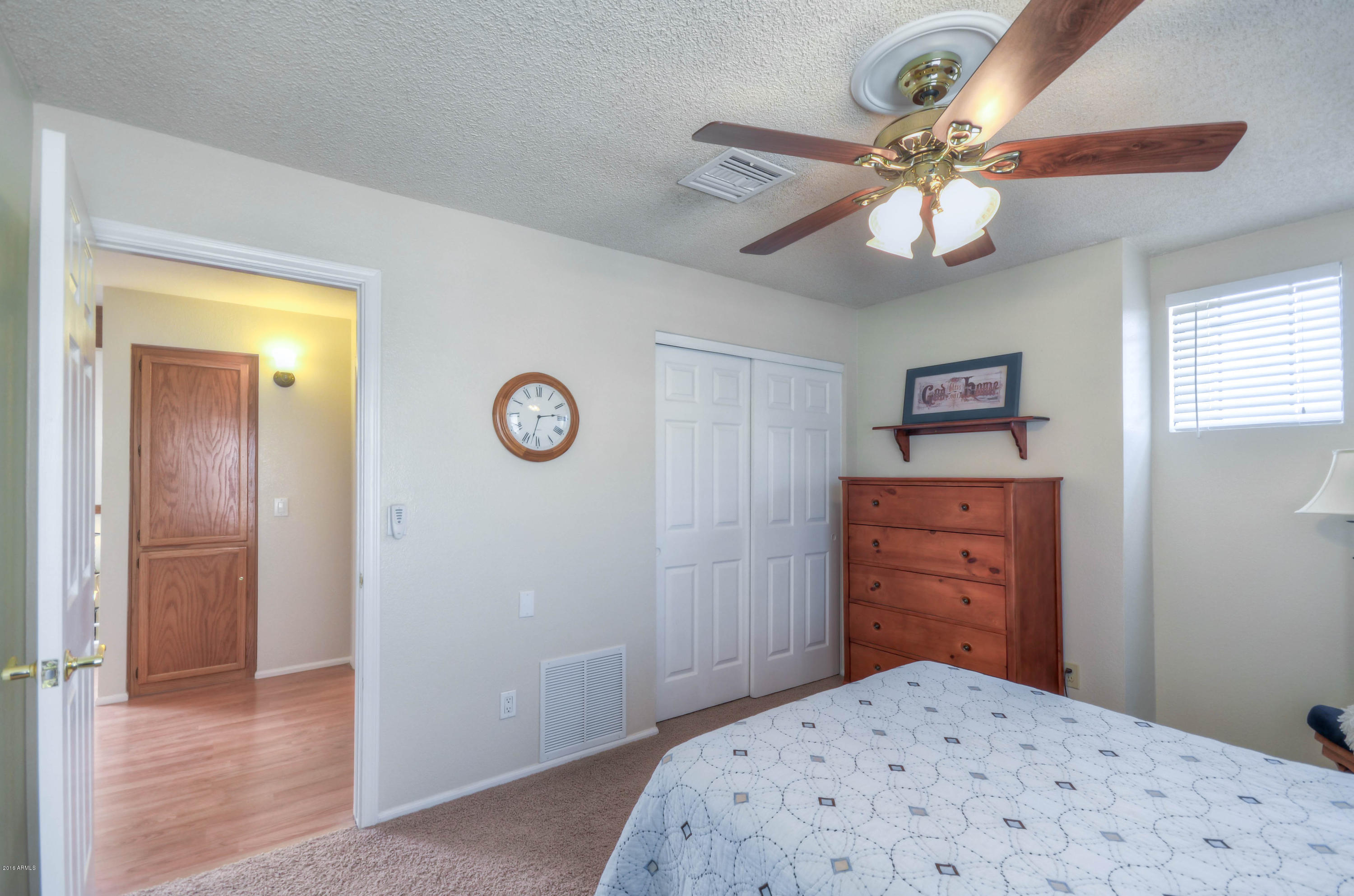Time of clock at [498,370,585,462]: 2:32
